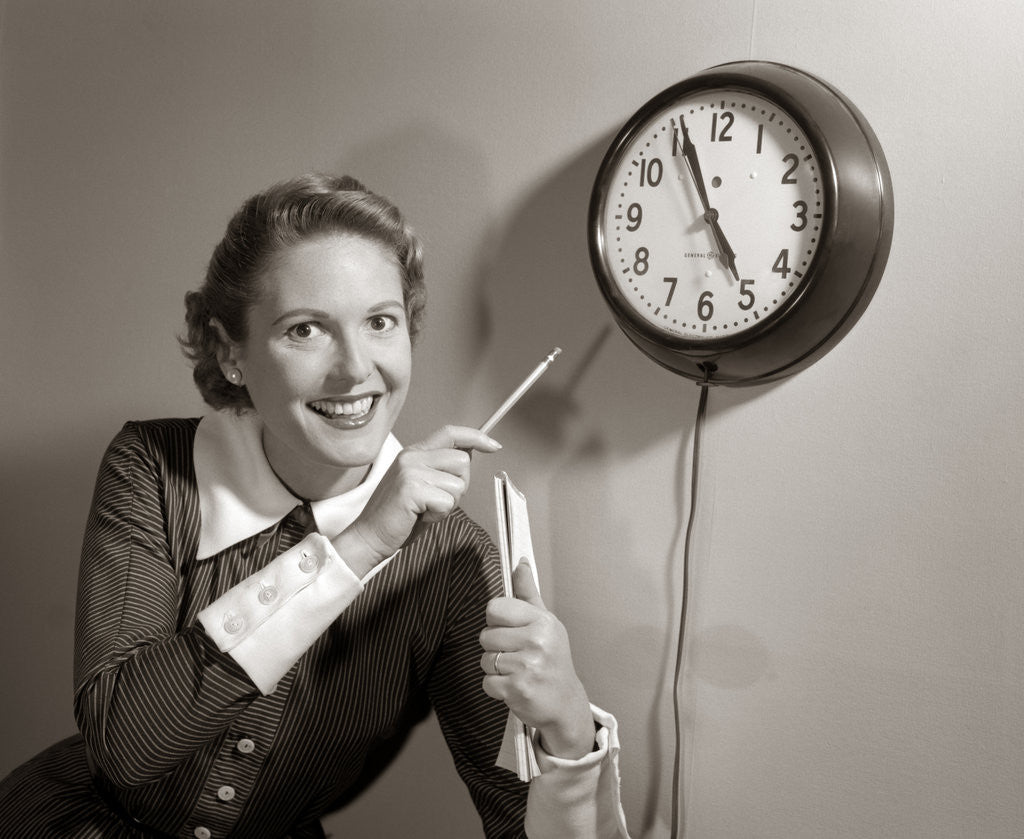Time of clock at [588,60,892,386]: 4:55
